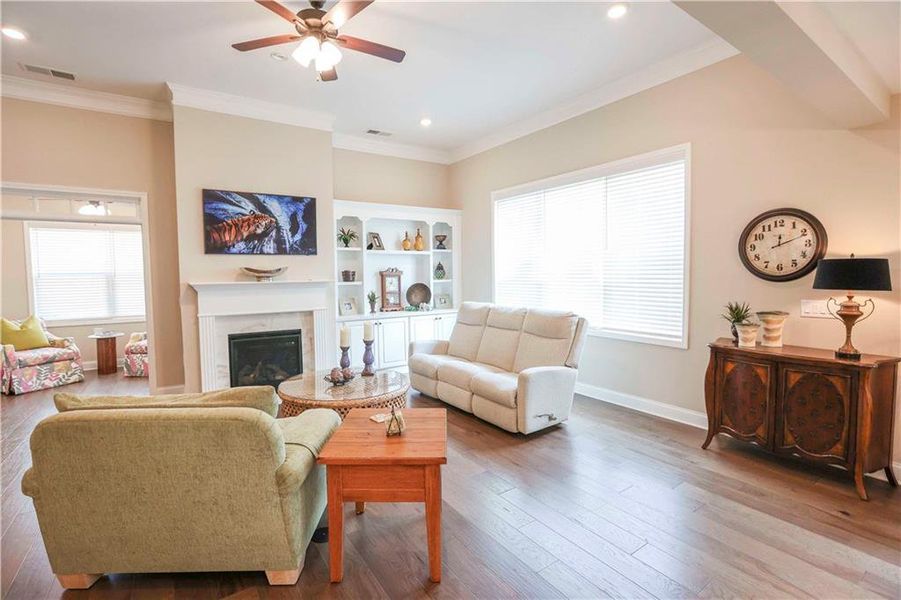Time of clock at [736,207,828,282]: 12:11
